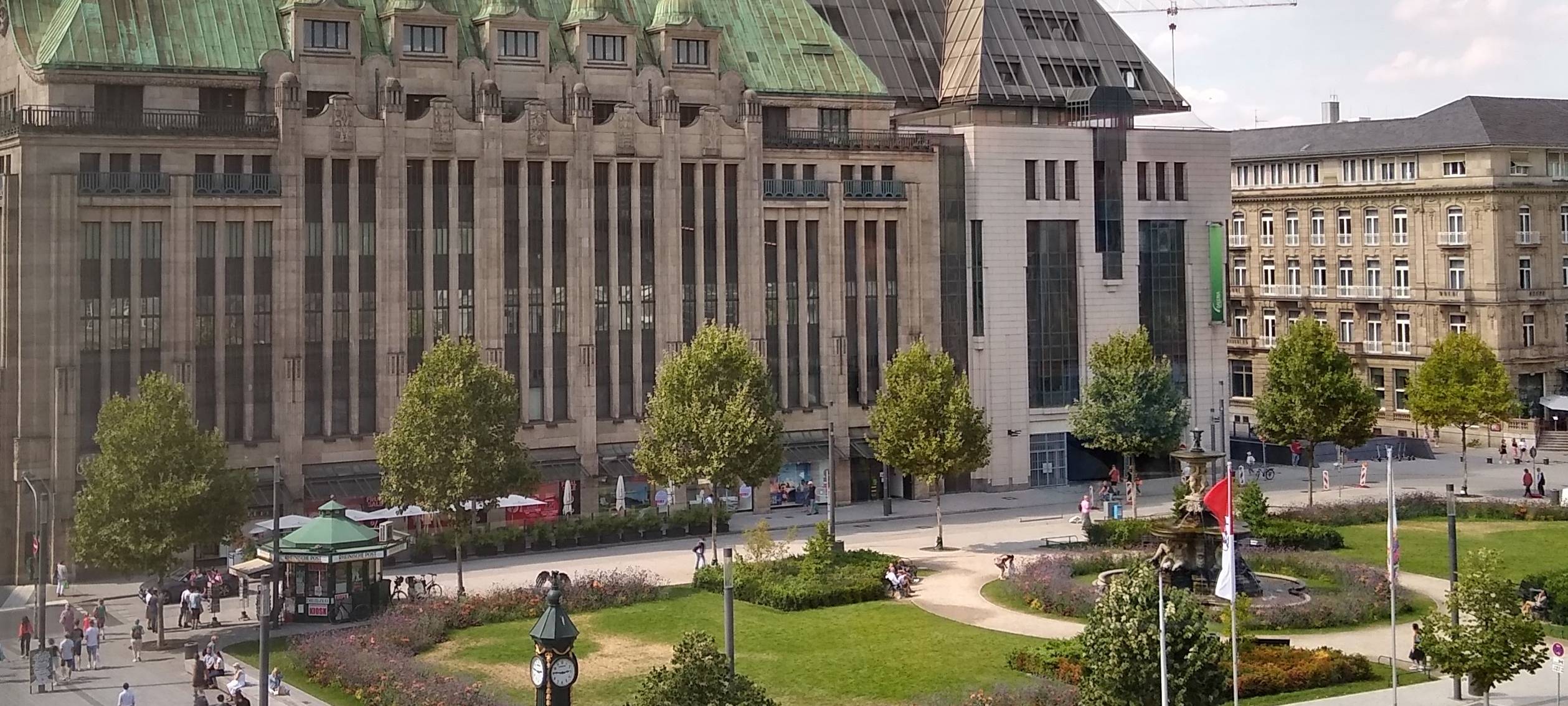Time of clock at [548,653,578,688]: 2:46
